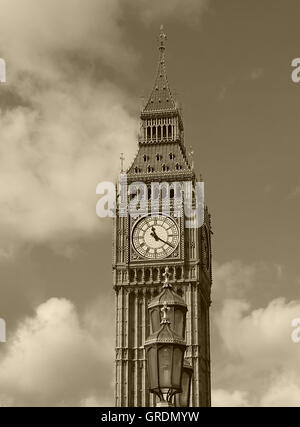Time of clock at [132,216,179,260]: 11:20
